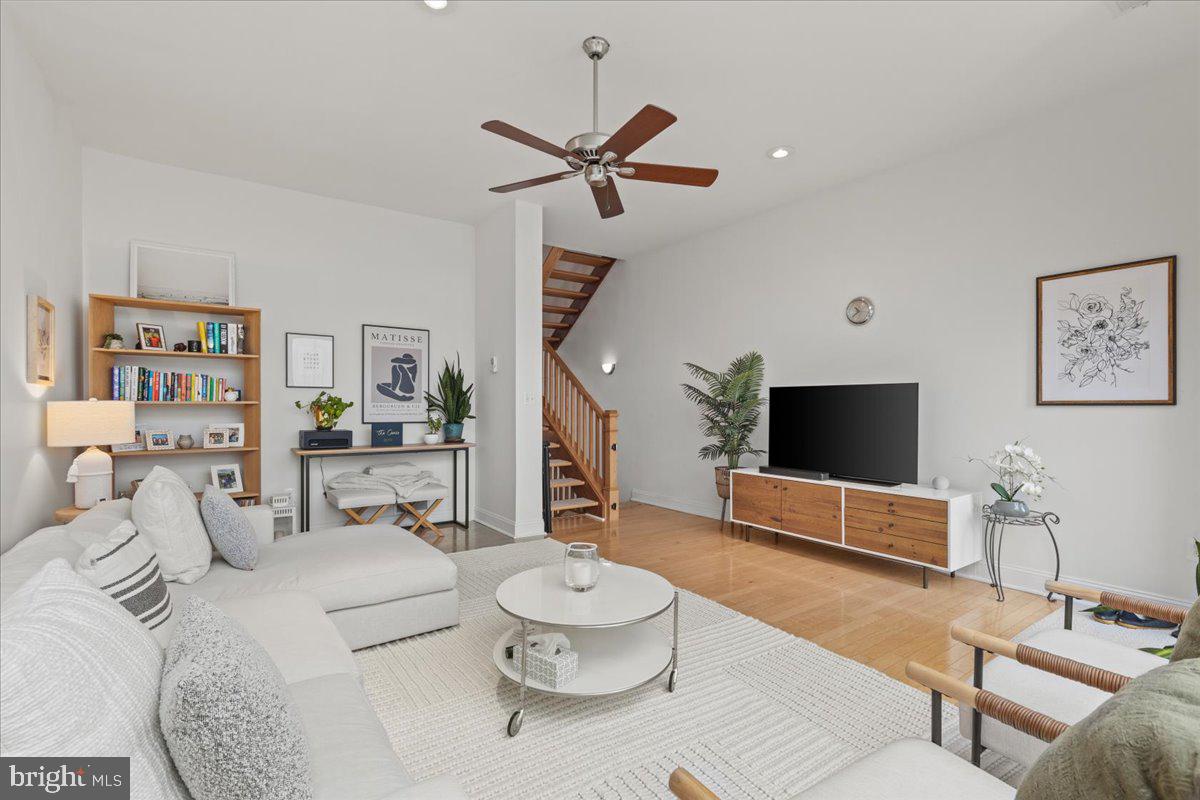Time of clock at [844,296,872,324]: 10:37
